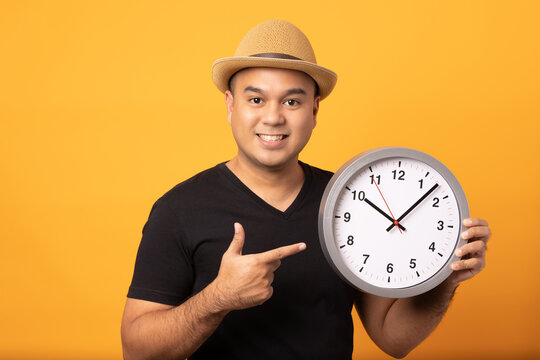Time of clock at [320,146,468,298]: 10:07
